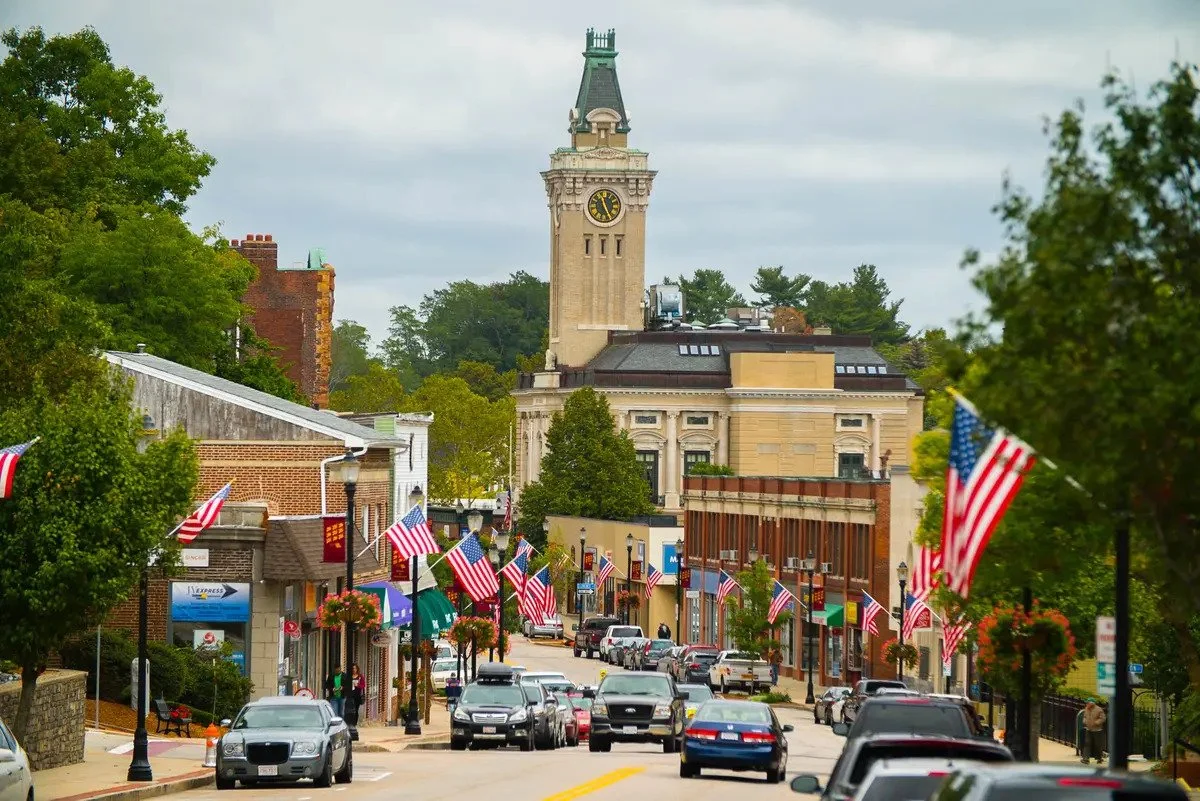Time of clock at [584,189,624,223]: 11:24
